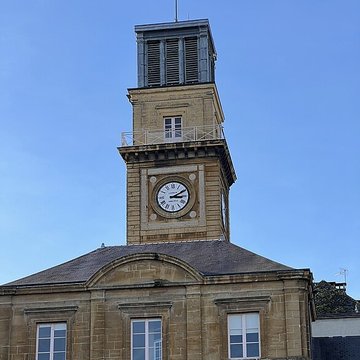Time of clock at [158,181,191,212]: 3:10
